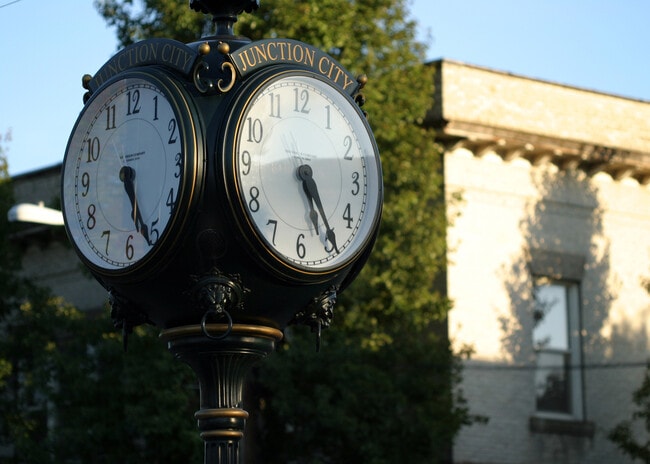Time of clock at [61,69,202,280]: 5:26
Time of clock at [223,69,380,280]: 5:24
